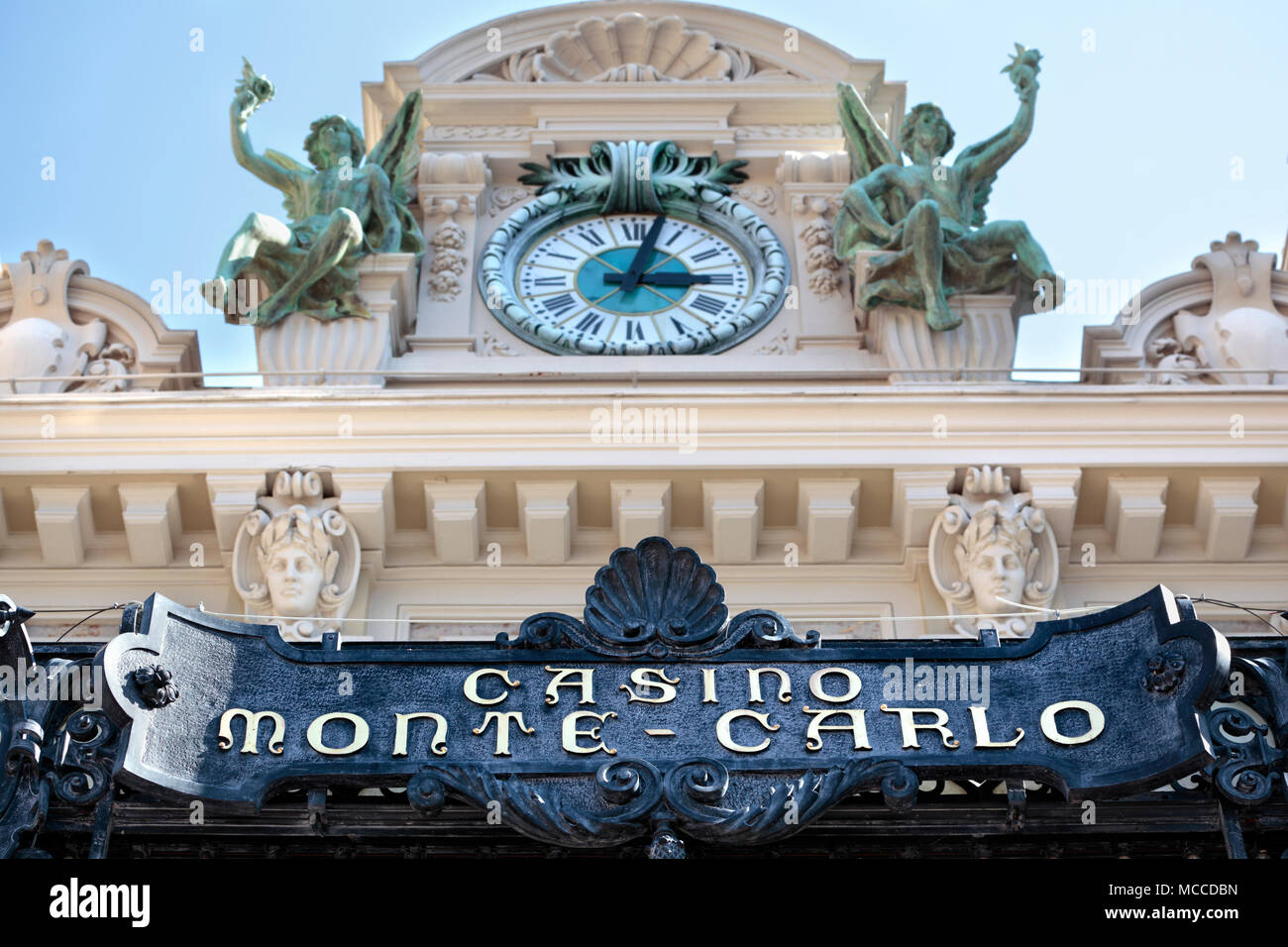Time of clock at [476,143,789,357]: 3:02
